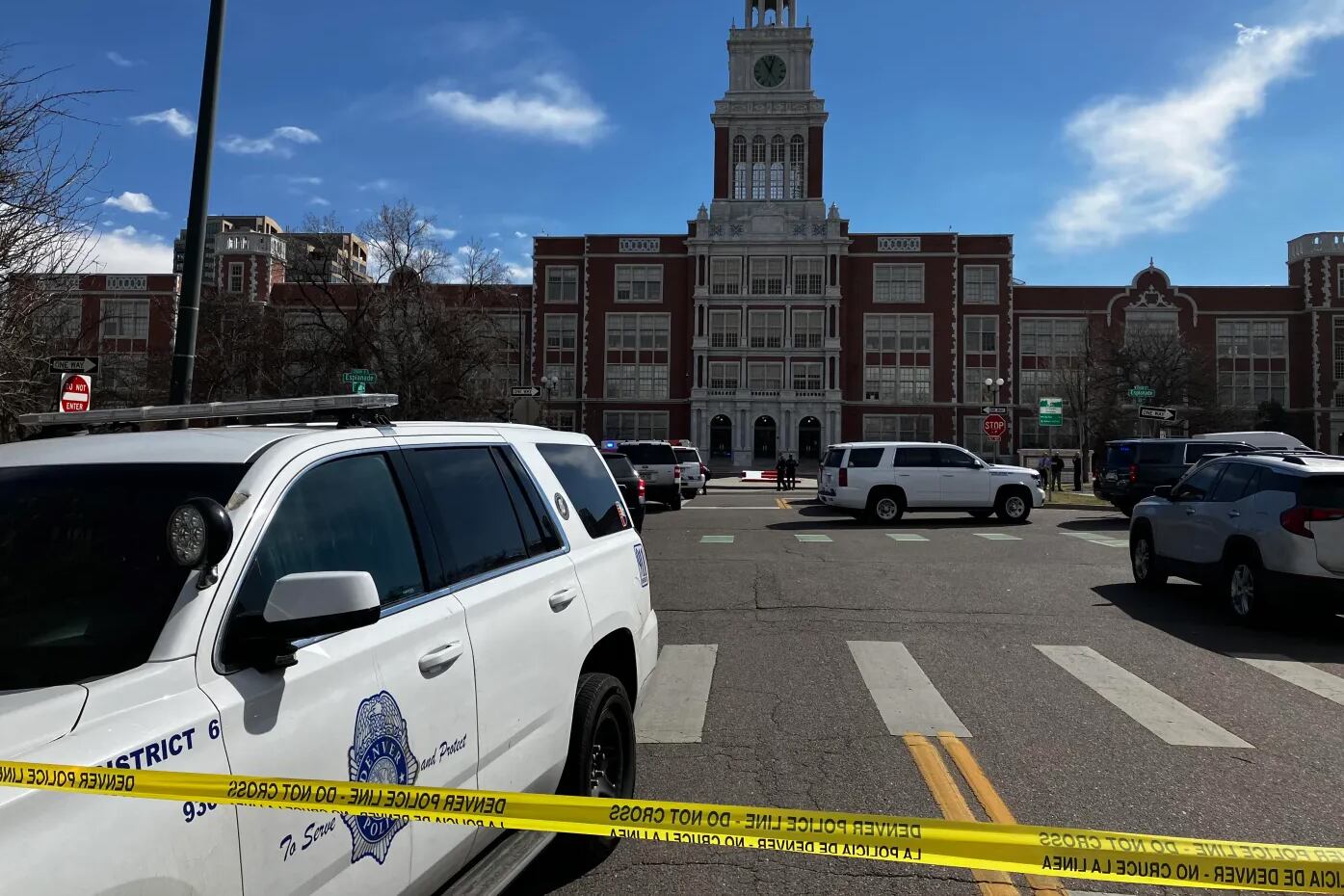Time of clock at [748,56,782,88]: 11:02
